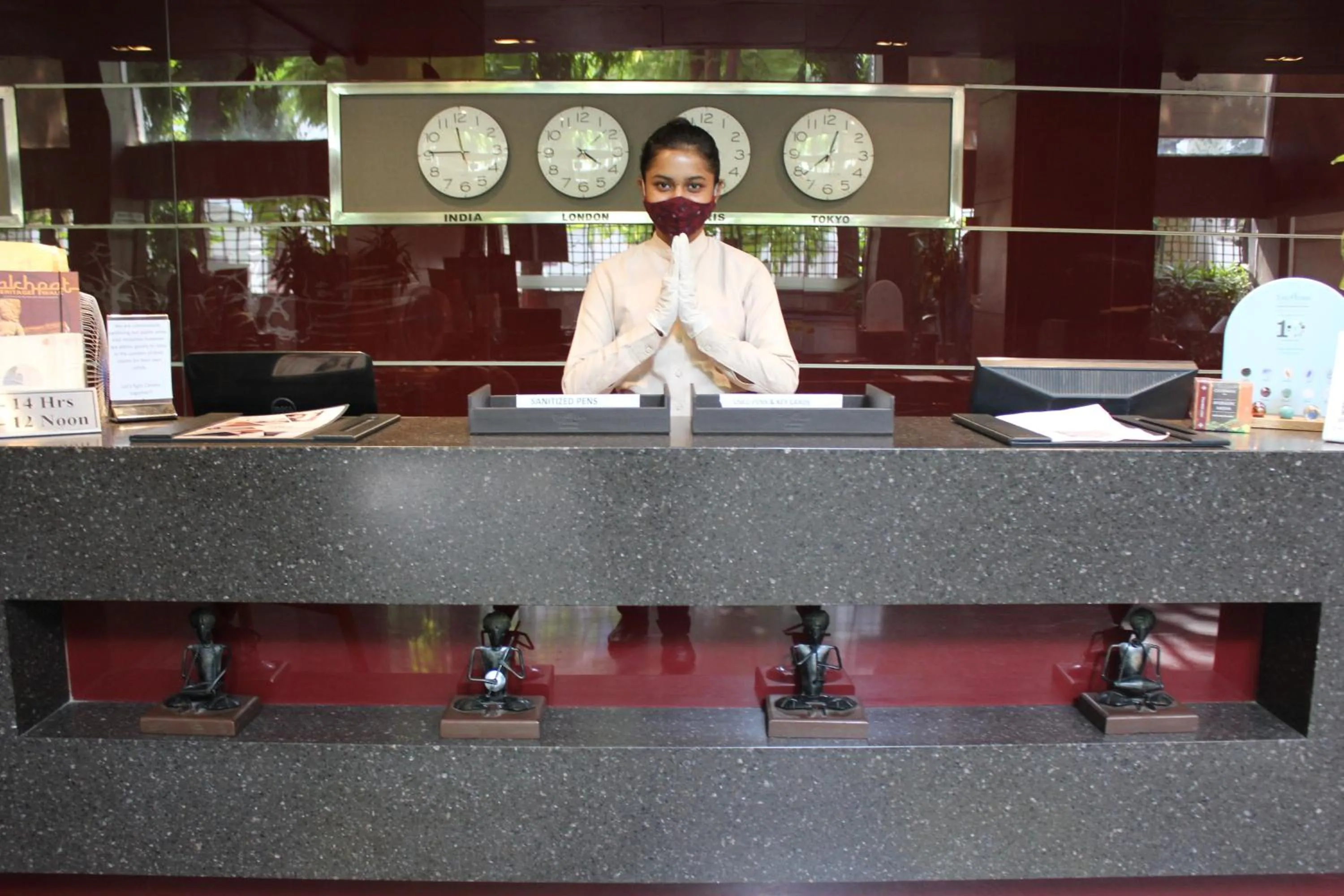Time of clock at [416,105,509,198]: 11:45
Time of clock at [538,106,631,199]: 4:08
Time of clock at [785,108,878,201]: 12:38
